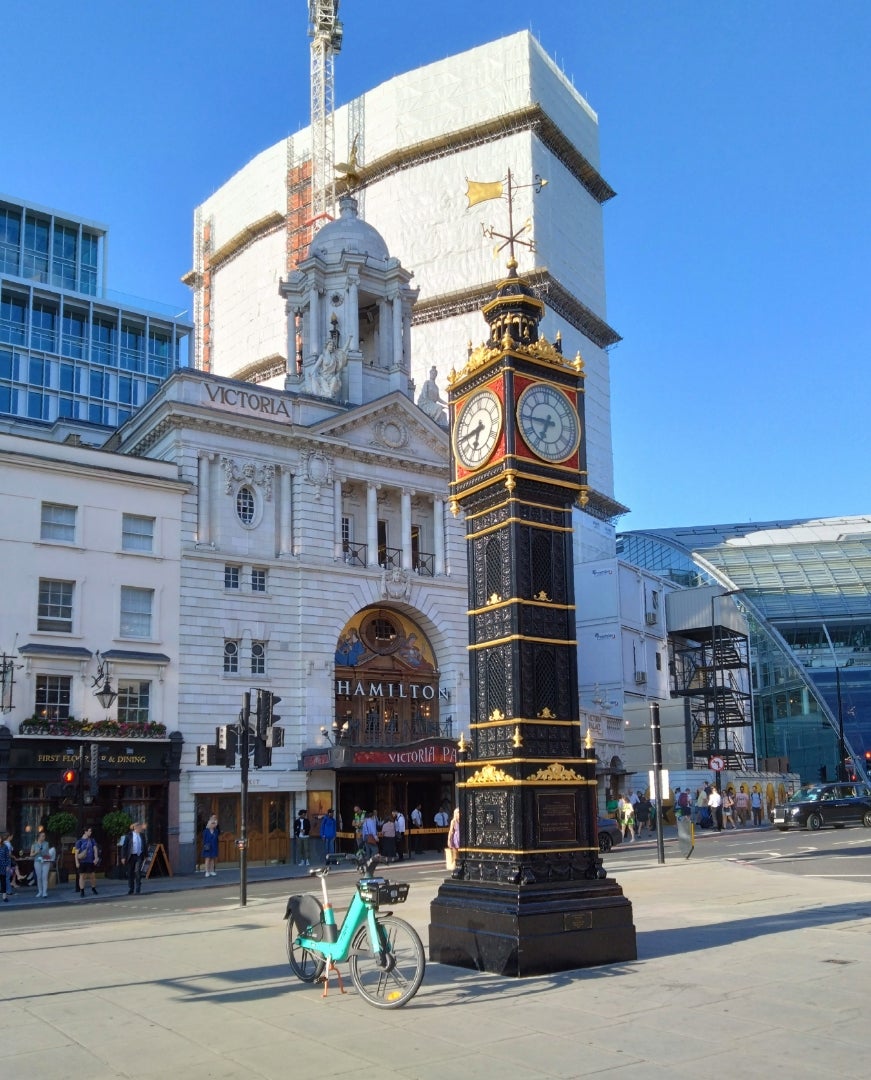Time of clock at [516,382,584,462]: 6:45
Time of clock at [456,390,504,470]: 6:45
